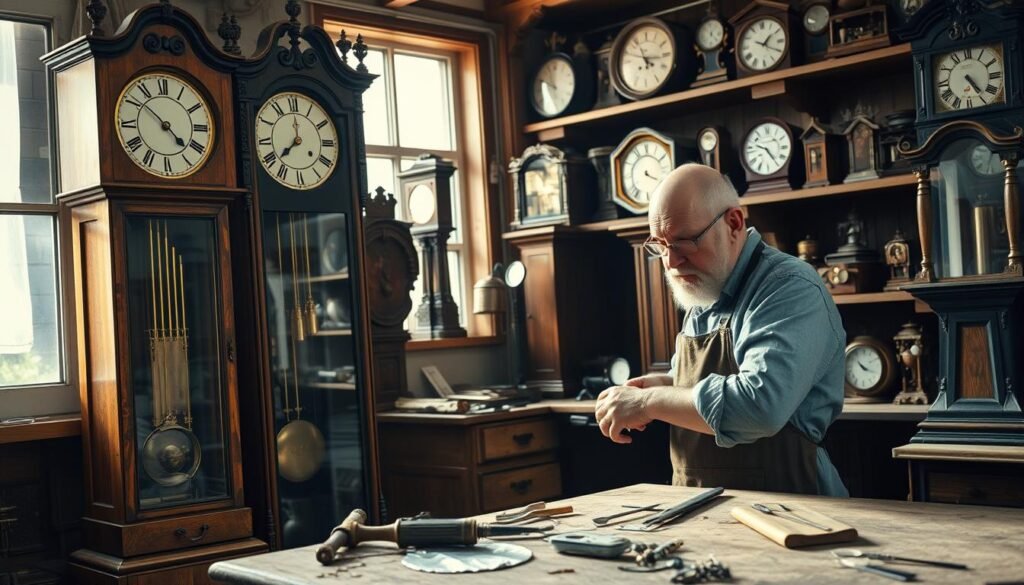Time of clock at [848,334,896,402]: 10:18
